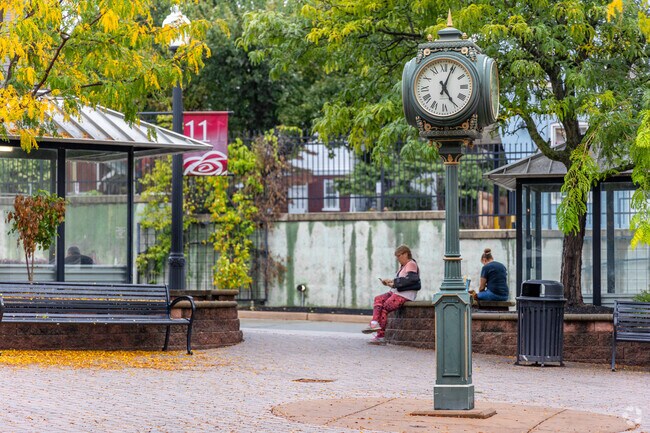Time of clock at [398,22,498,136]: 5:03
